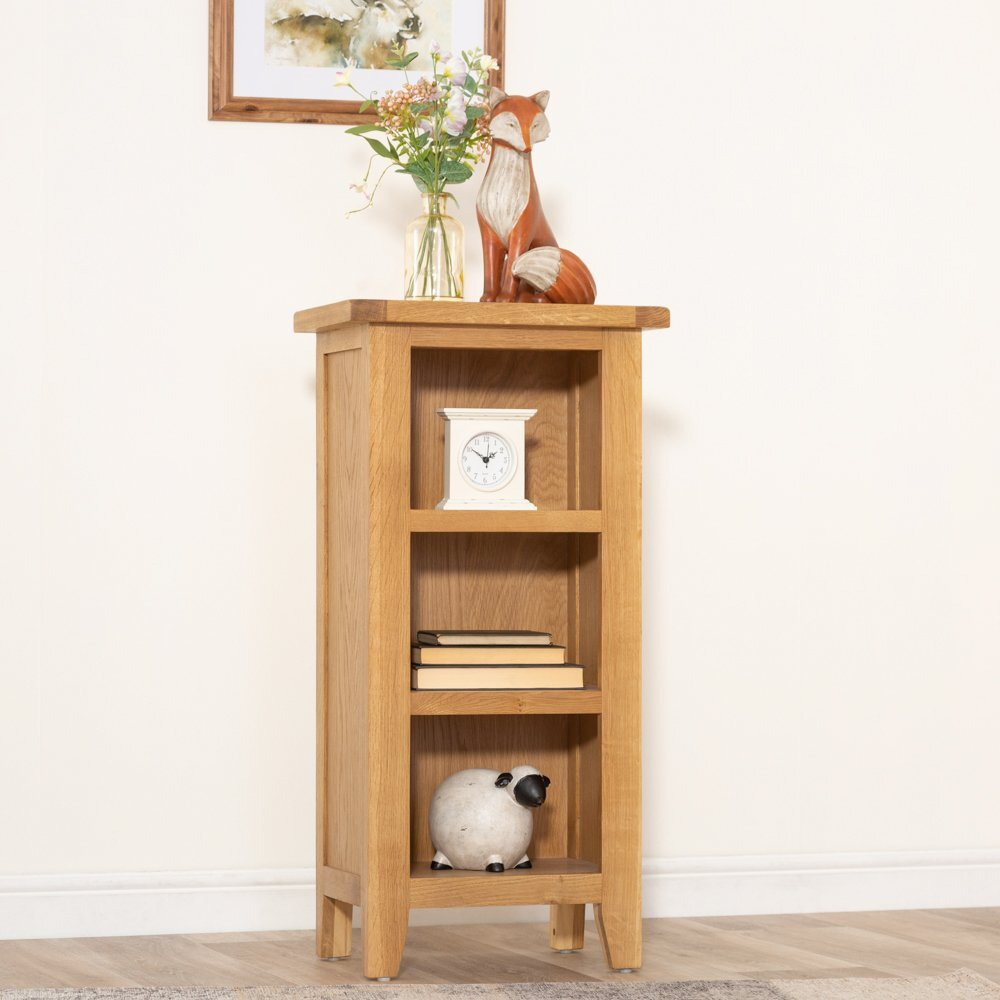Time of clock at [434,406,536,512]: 1:50
